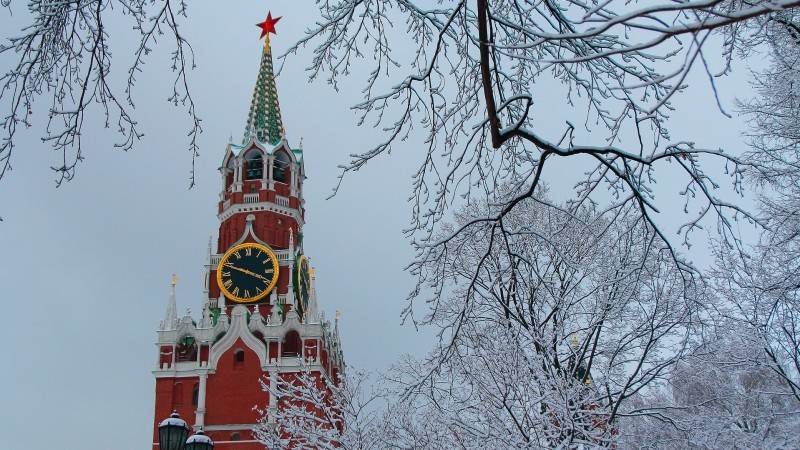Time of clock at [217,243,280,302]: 3:48
